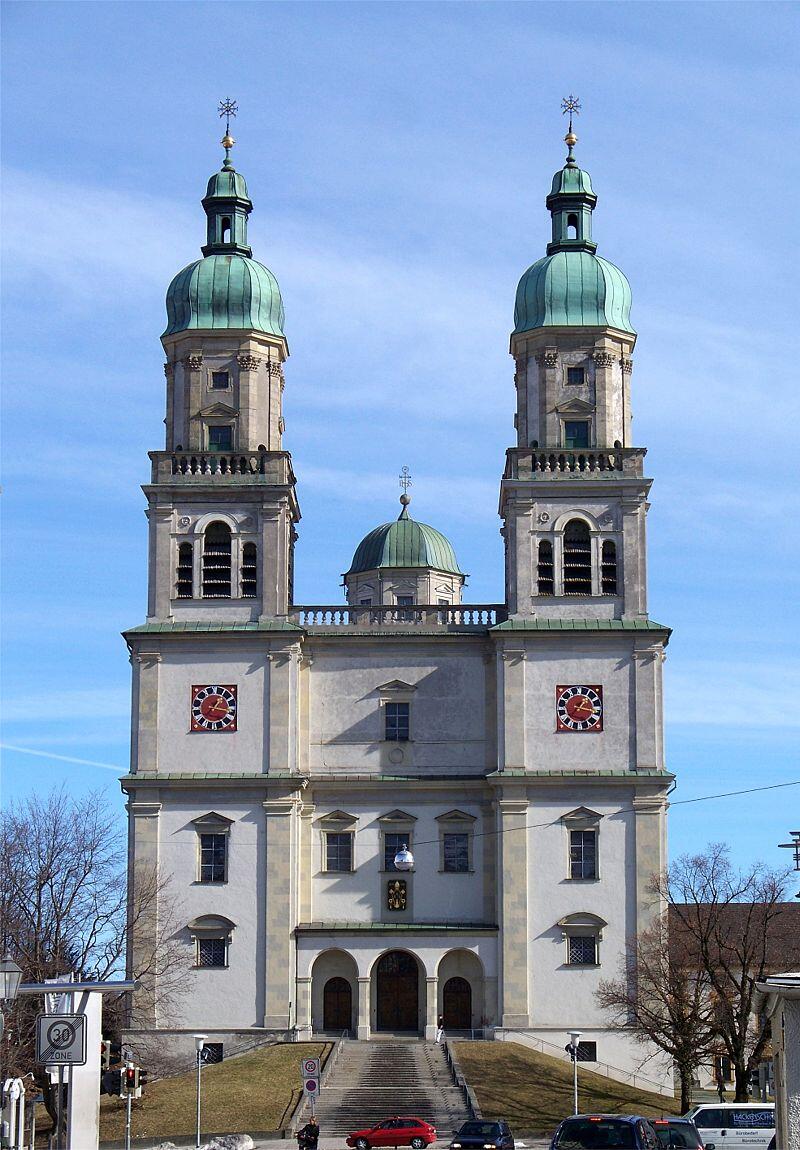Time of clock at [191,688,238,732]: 1:16
